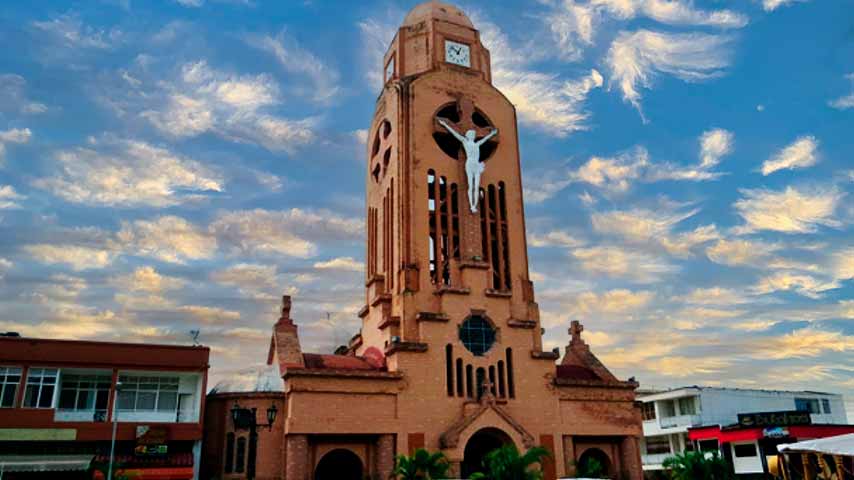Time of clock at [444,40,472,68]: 12:52
